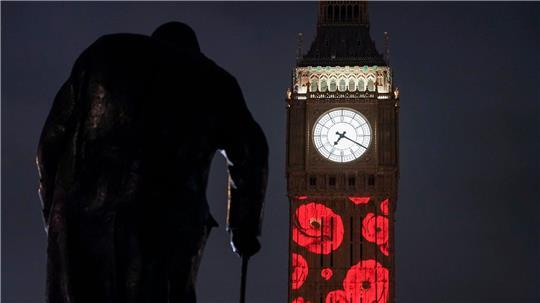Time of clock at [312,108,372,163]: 7:19
